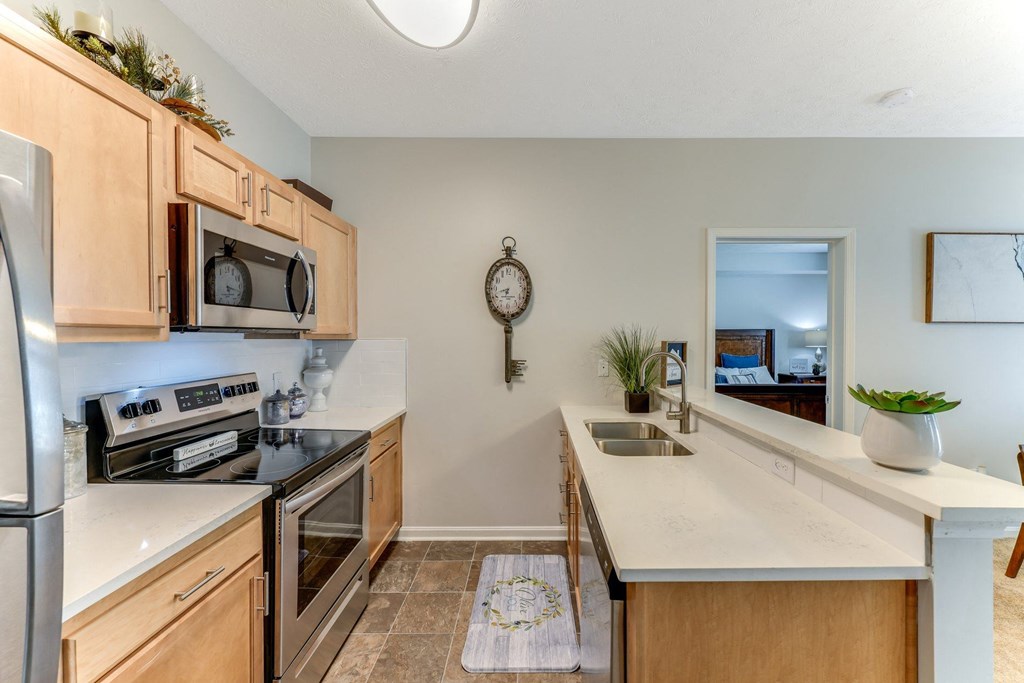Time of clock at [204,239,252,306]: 5:18
